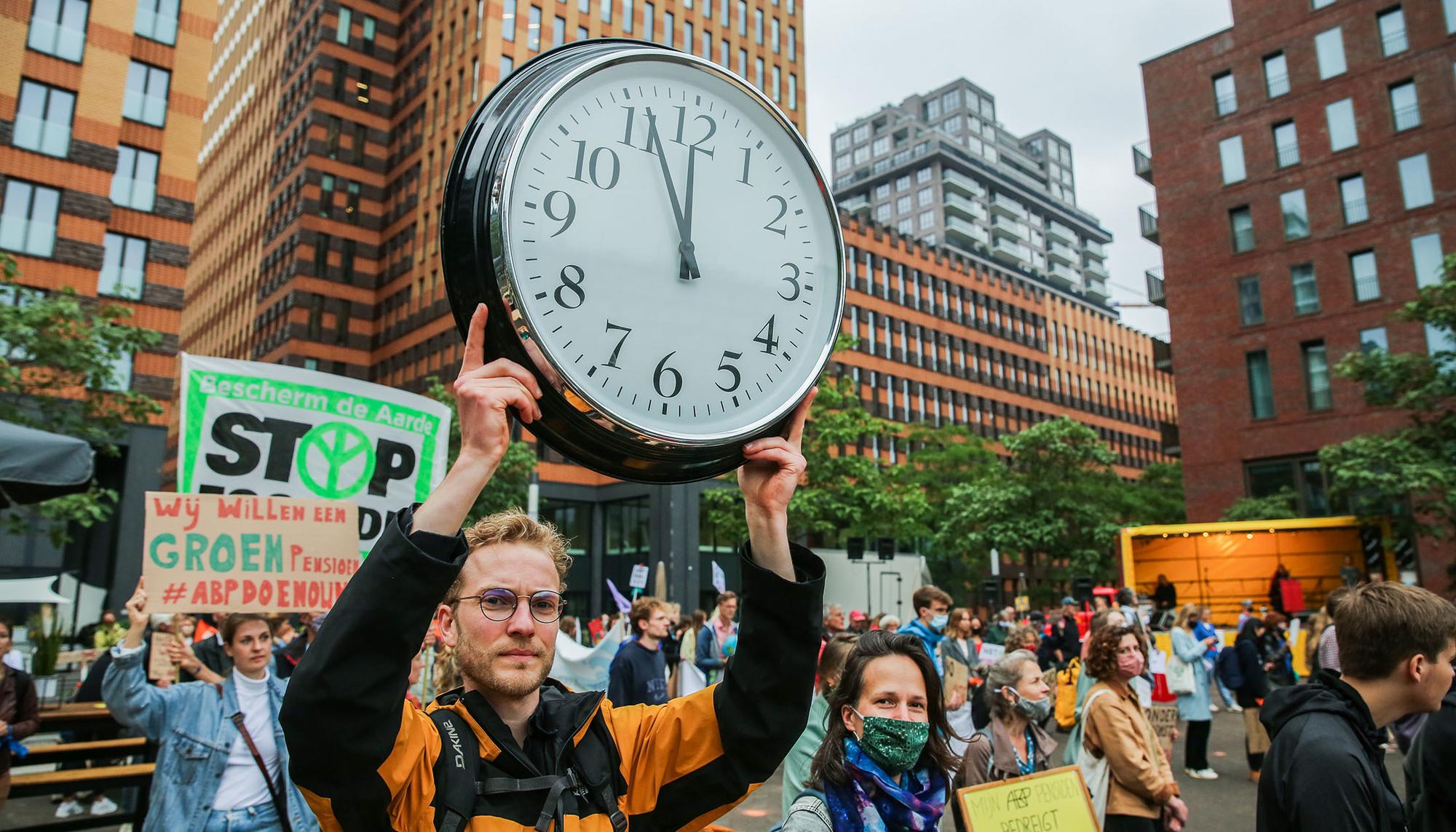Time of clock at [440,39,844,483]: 11:56
